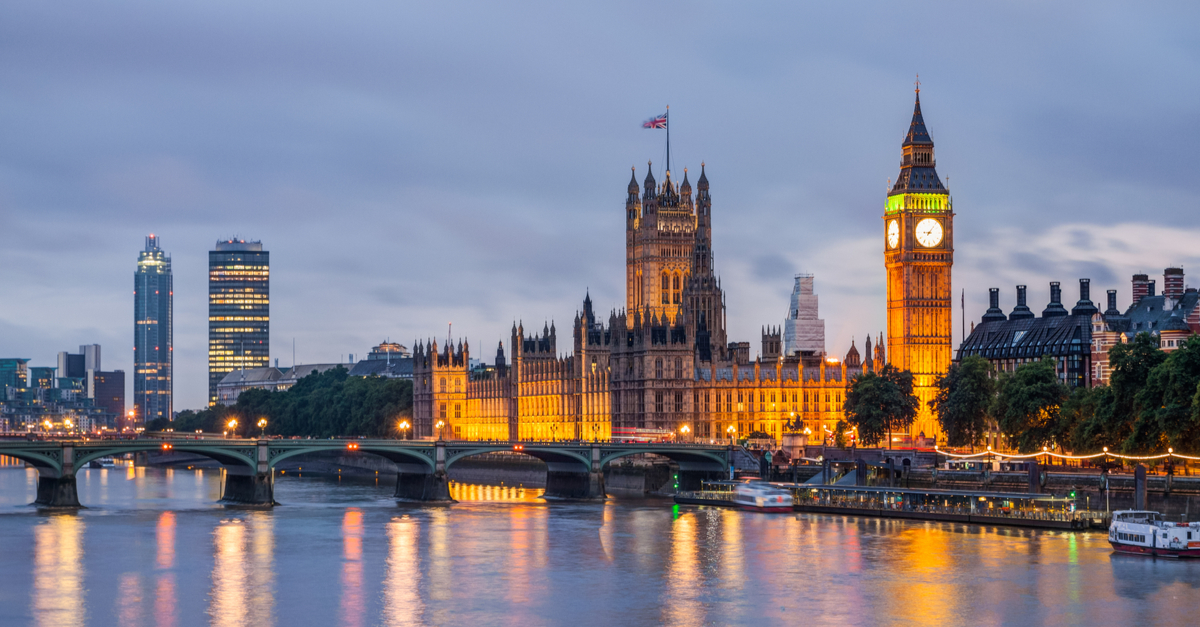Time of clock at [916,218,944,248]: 9:05
